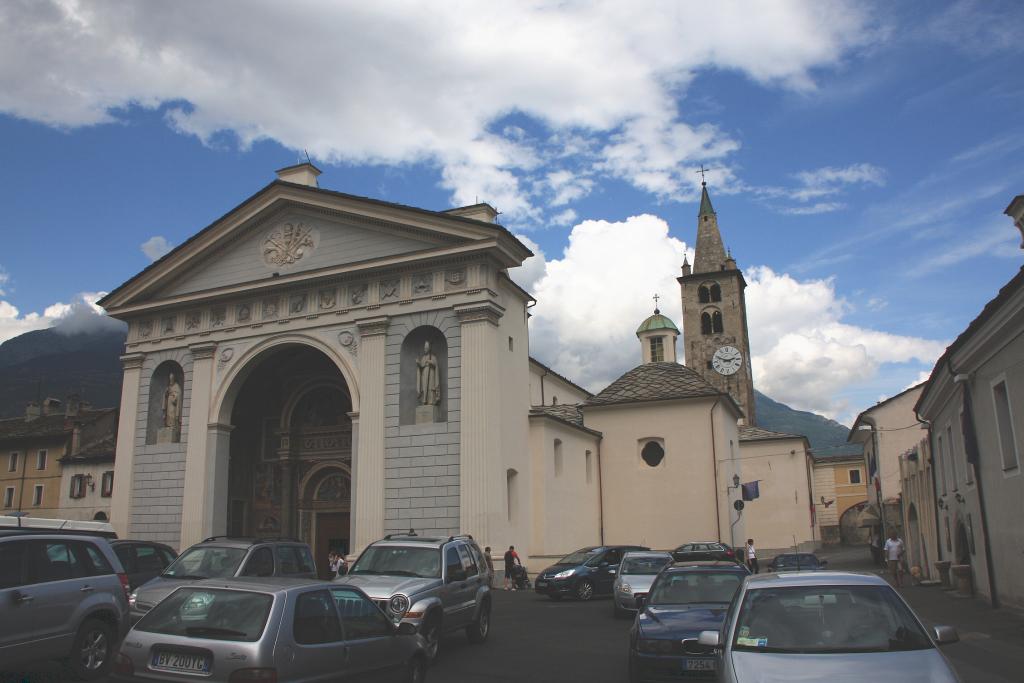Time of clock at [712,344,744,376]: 2:48
